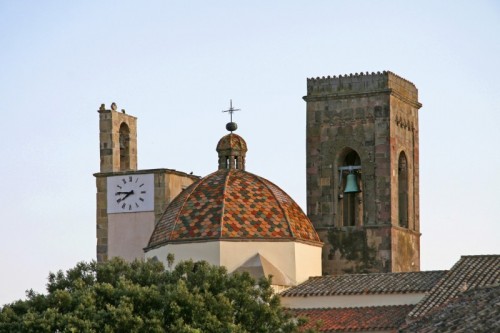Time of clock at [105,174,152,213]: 7:45
